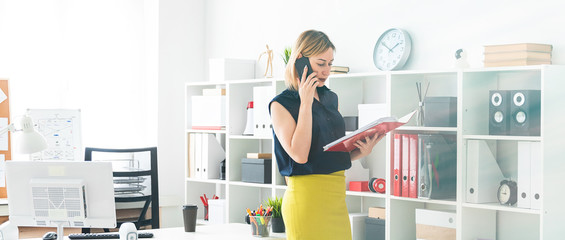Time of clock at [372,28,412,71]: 1:50
